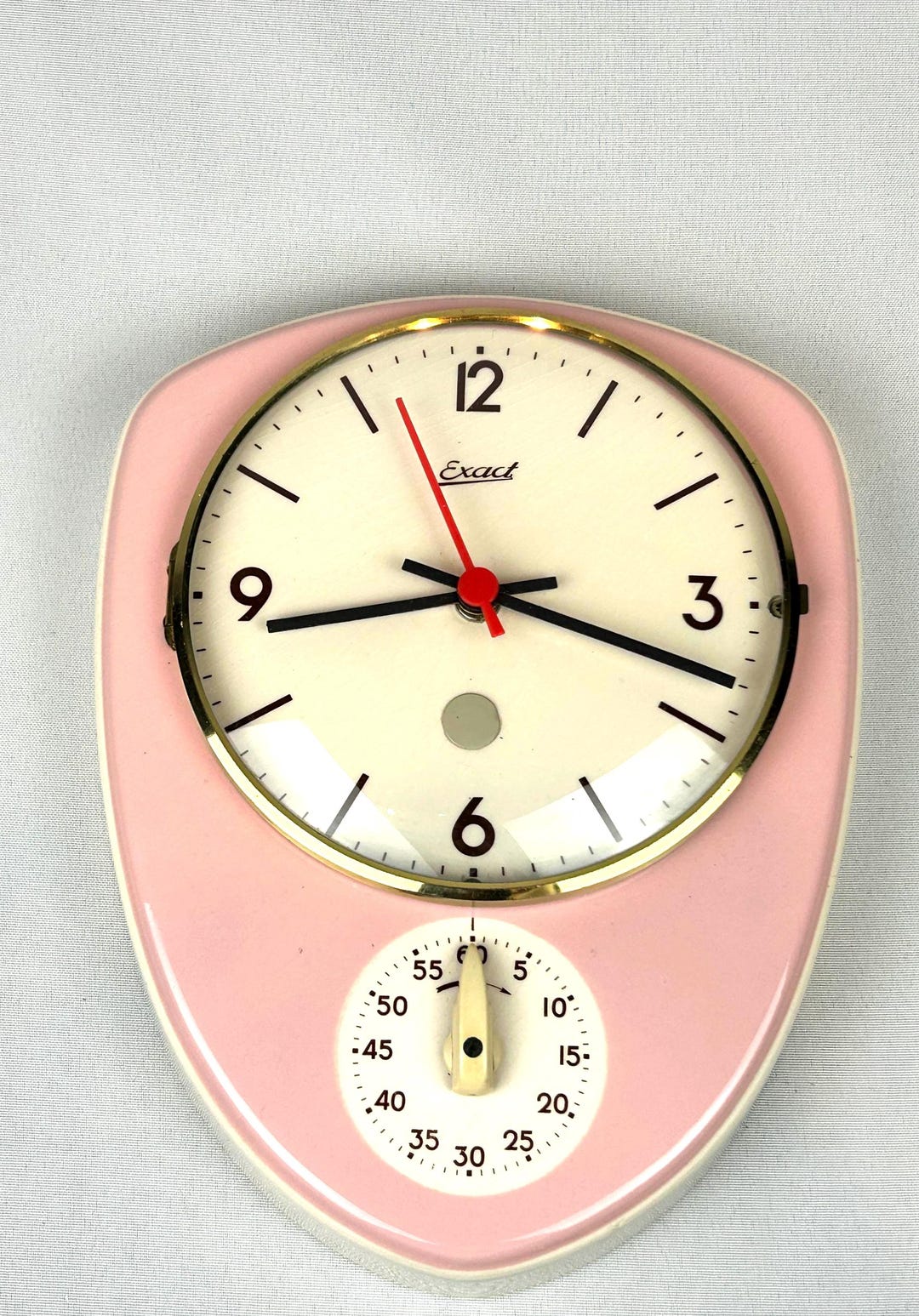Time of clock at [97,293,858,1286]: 3:43
